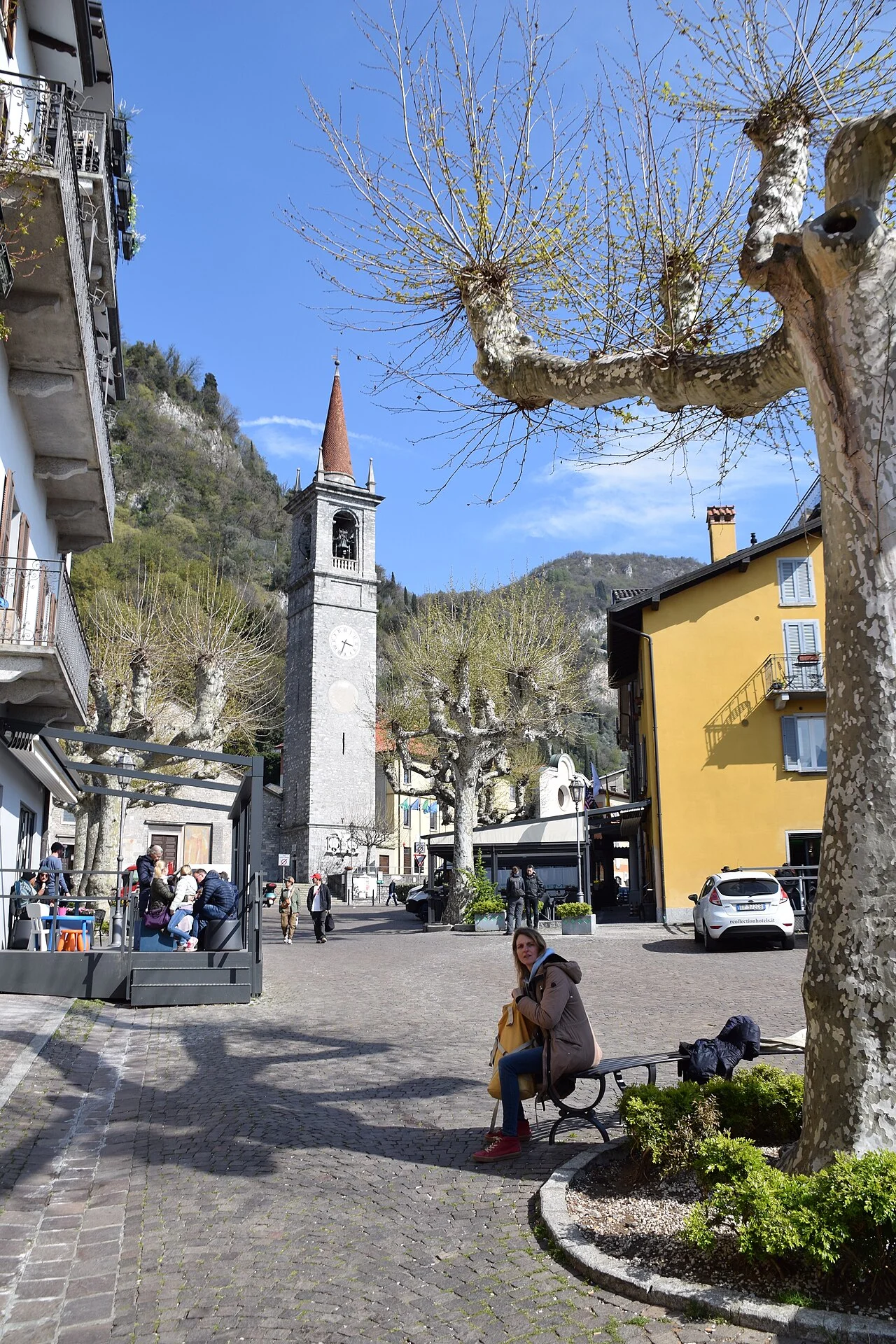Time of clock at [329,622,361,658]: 3:33
